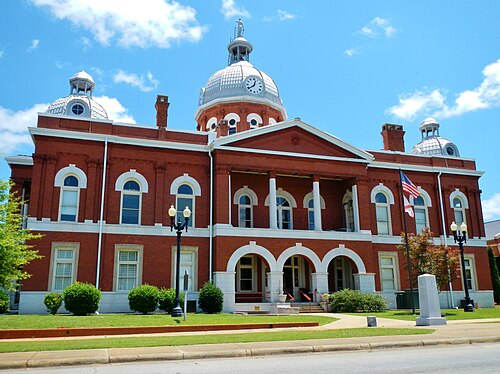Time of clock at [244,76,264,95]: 12:38
